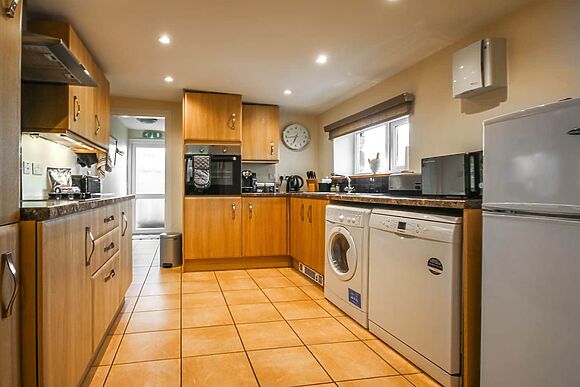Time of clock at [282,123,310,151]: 6:43
